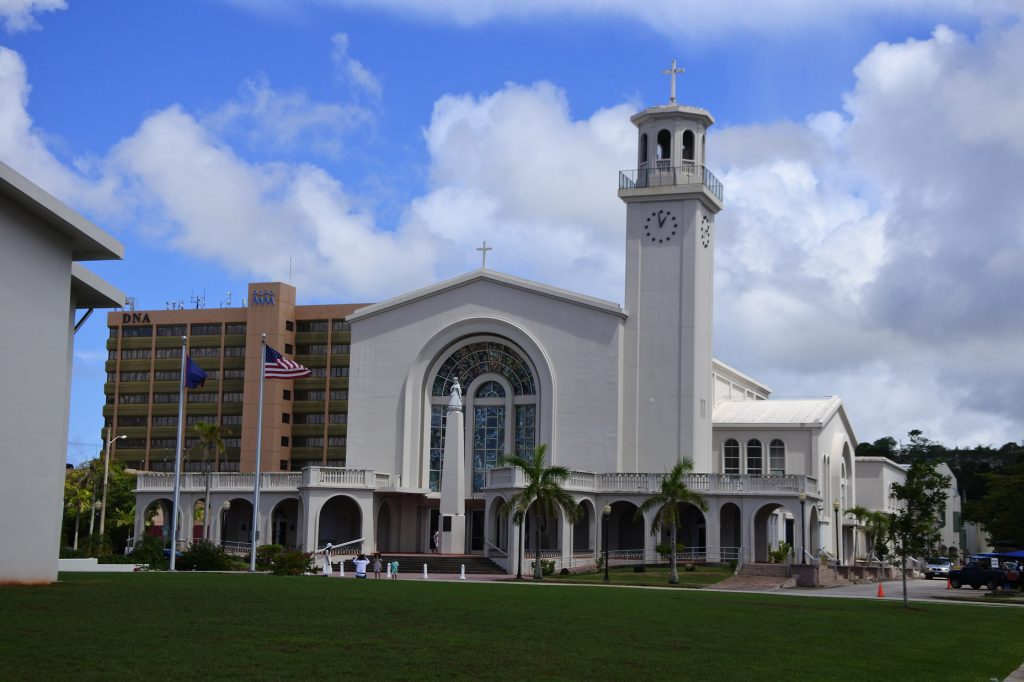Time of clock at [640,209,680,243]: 12:58
